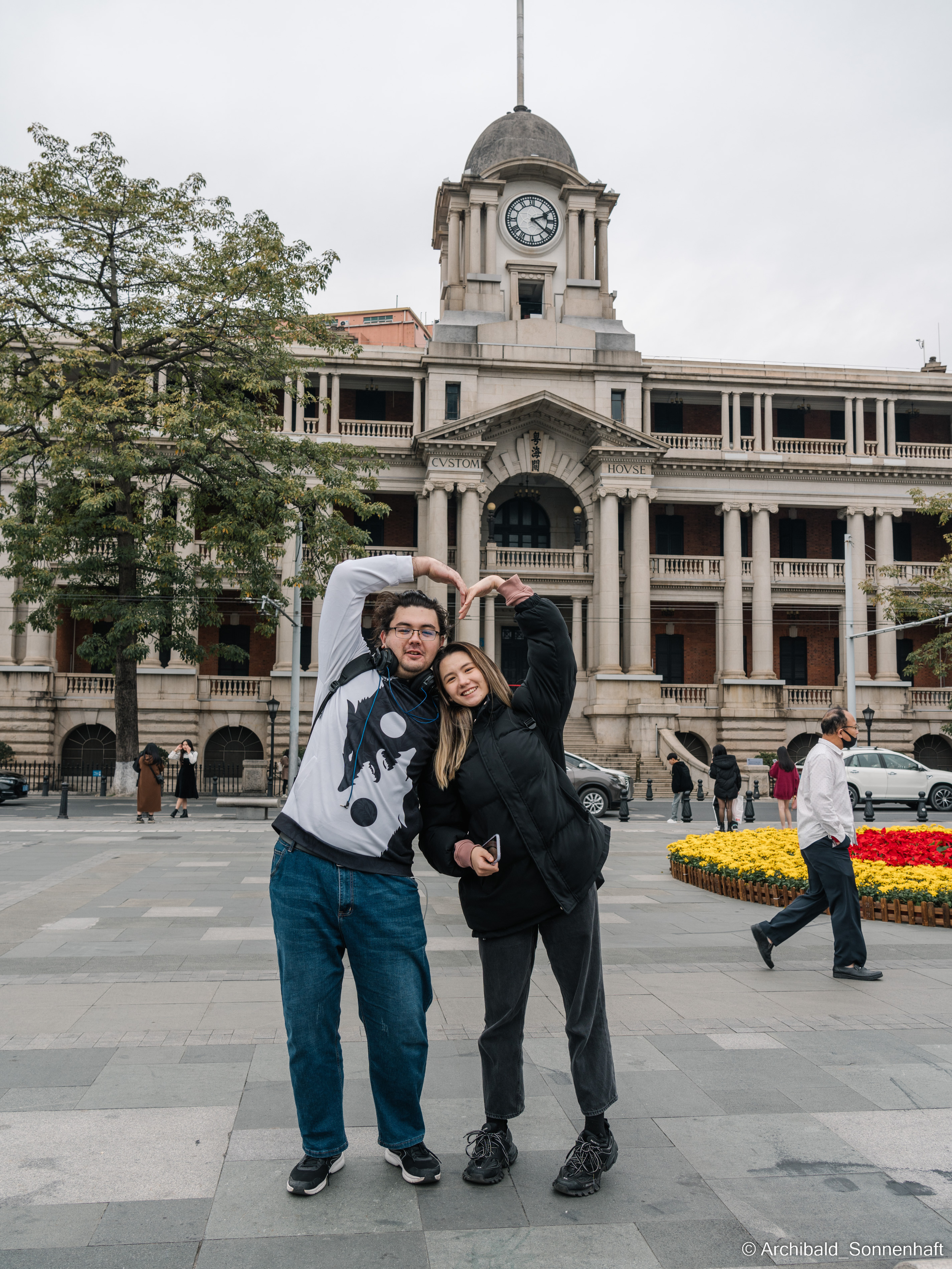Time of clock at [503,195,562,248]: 2:21
